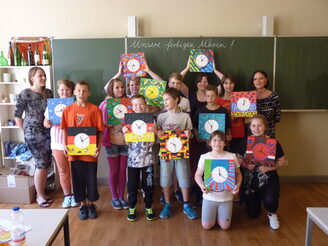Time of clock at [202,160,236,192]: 11:21
